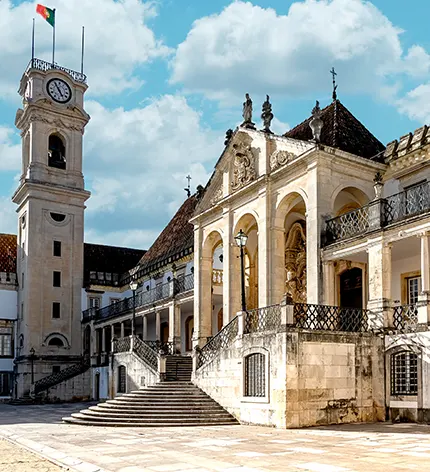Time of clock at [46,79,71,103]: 4:54
